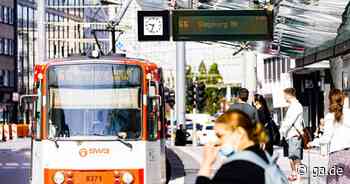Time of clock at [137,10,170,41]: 9:33
